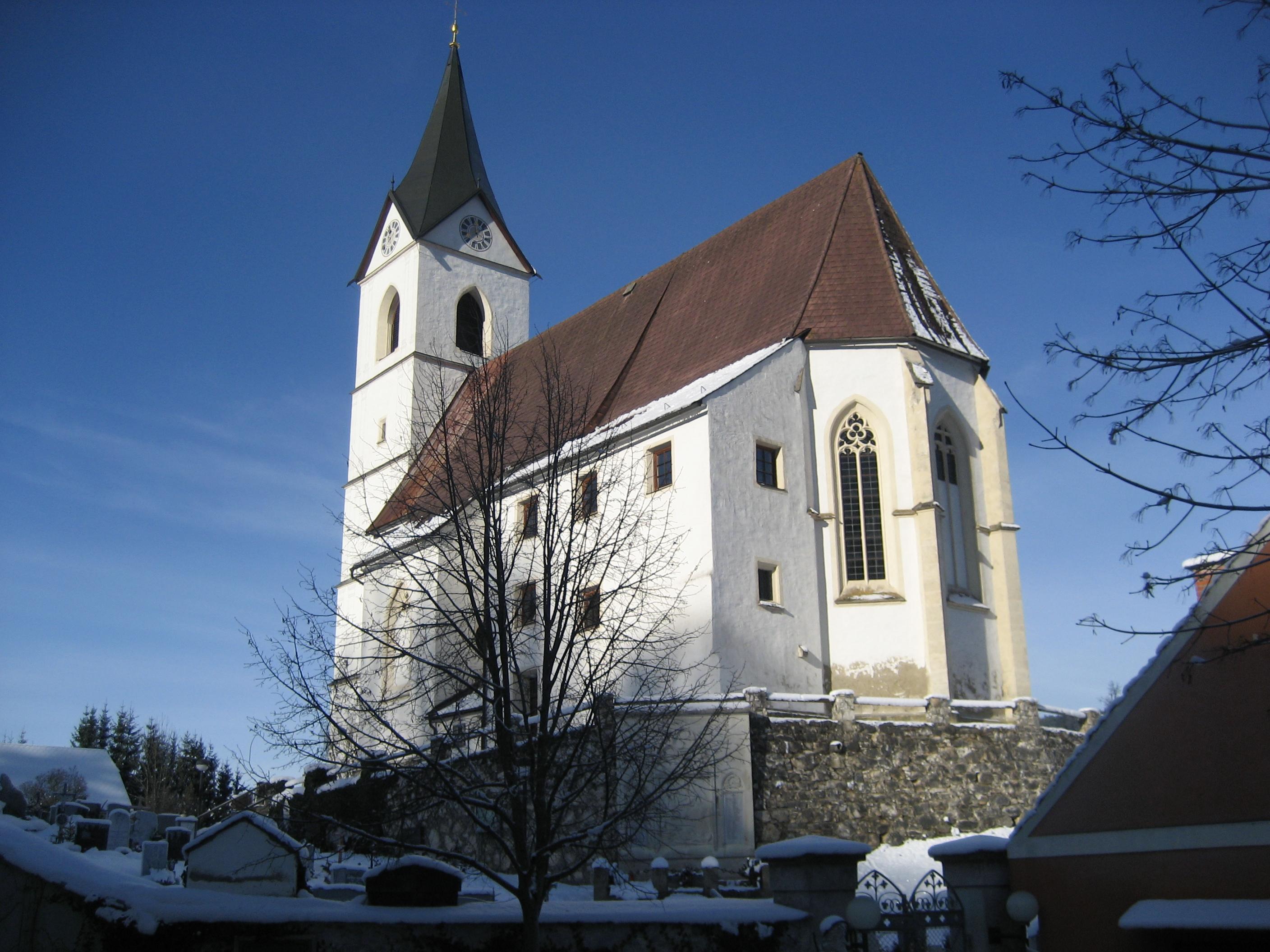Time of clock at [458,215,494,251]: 12:07
